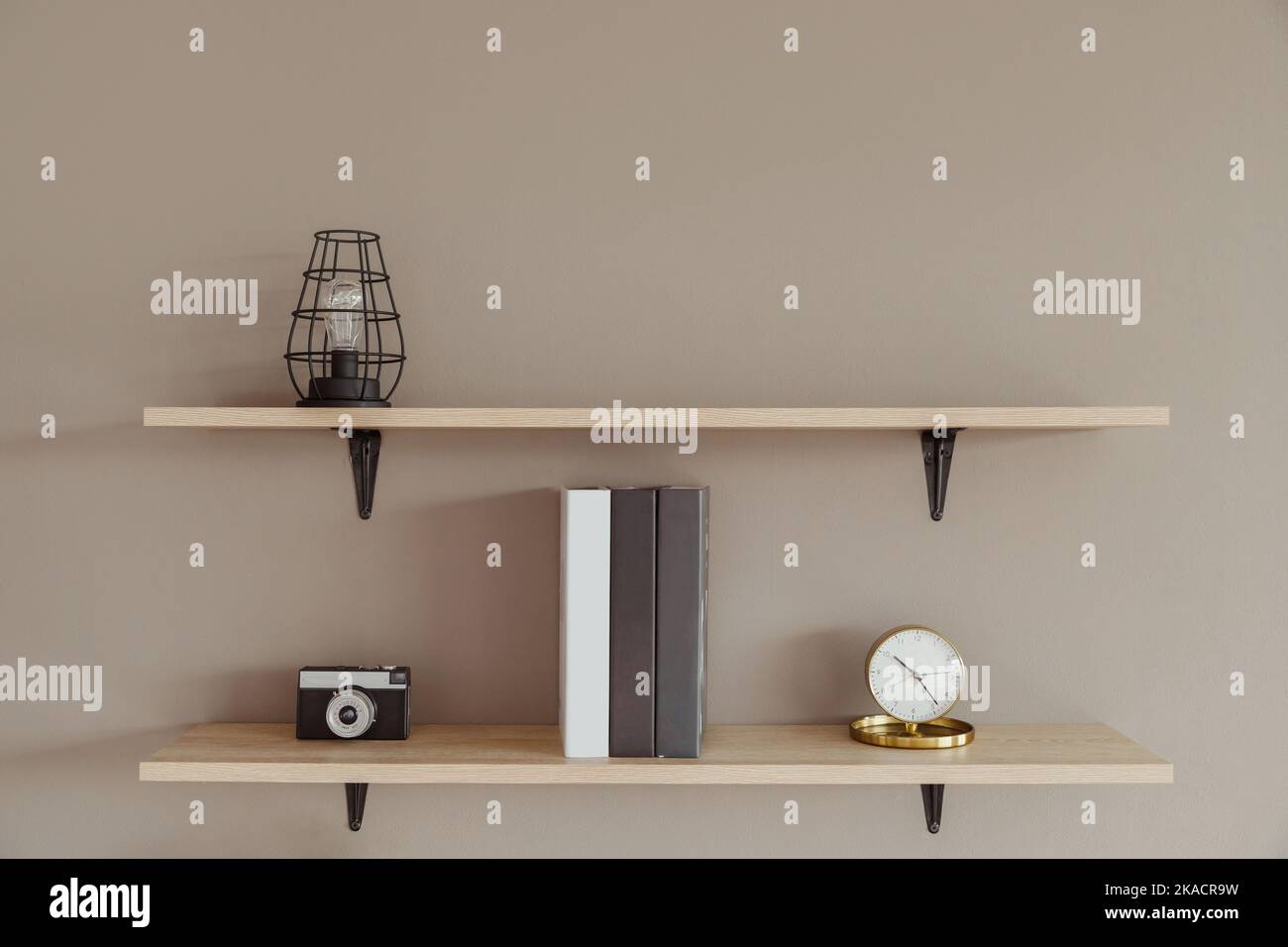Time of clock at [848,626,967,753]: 10:23
